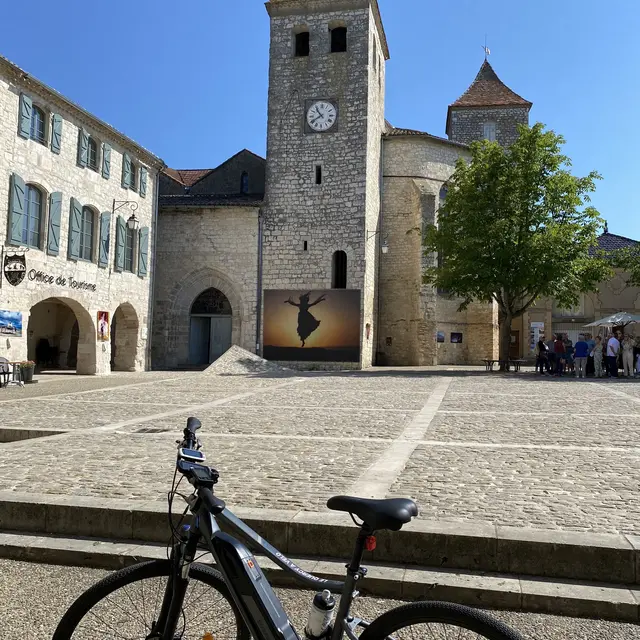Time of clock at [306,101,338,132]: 10:40
